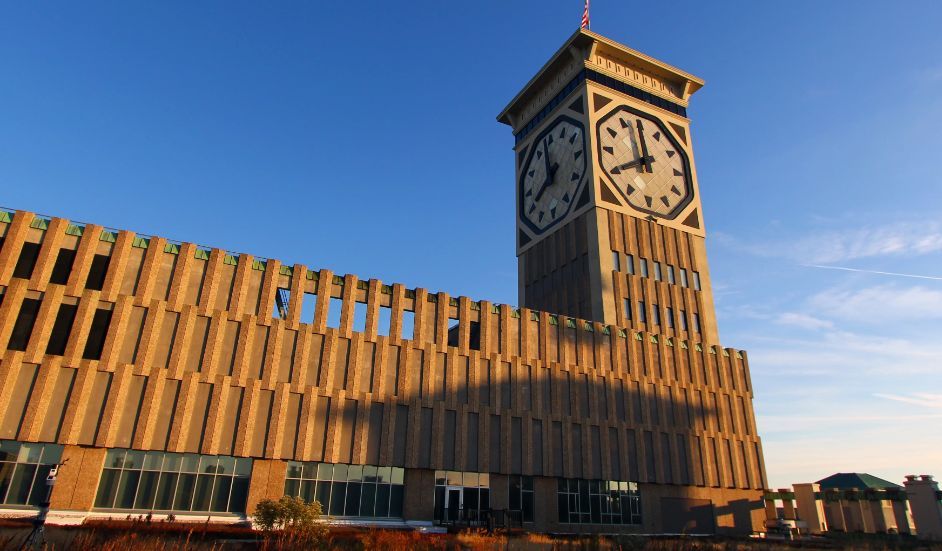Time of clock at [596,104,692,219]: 7:59
